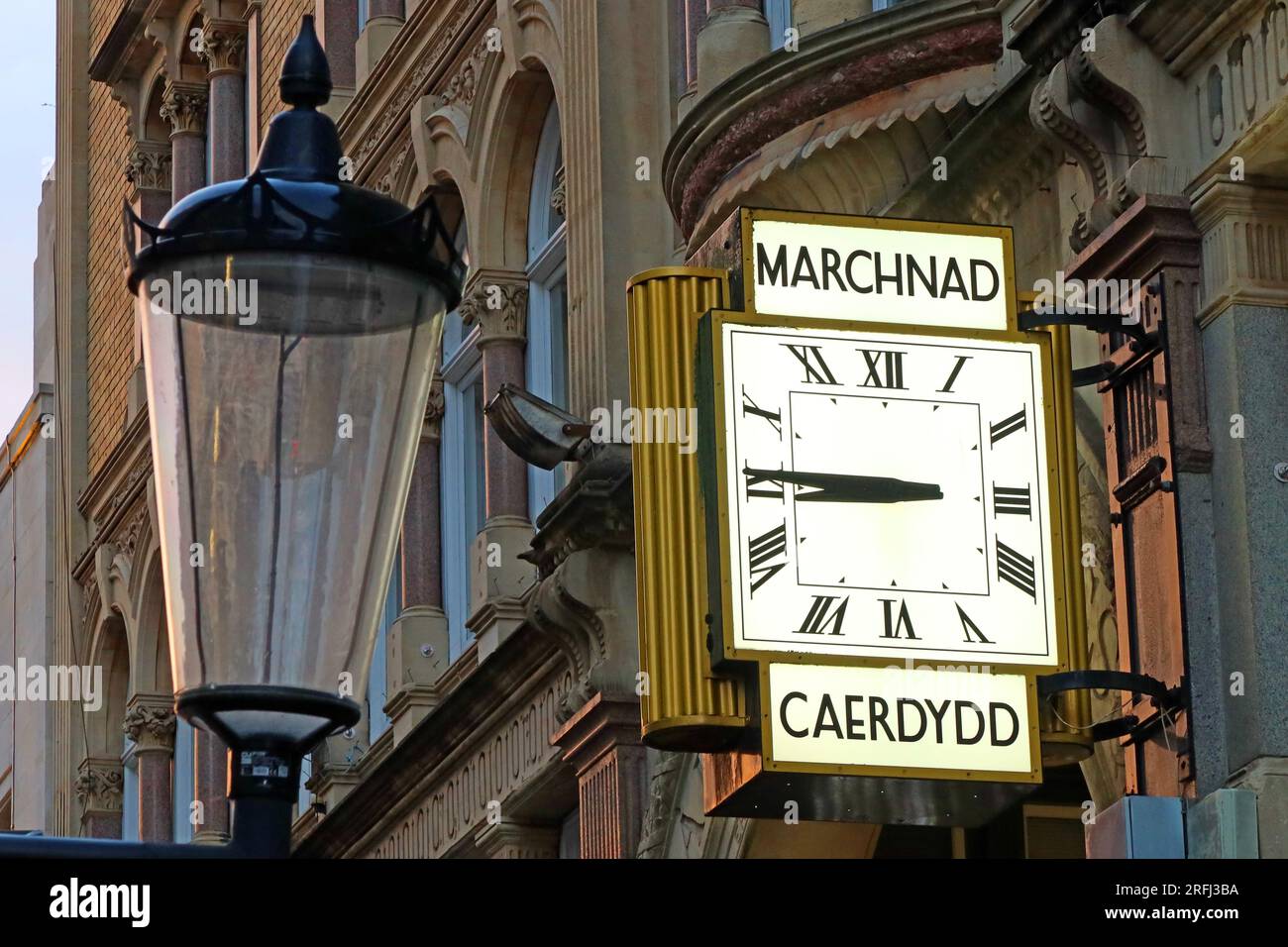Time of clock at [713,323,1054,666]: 8:45
